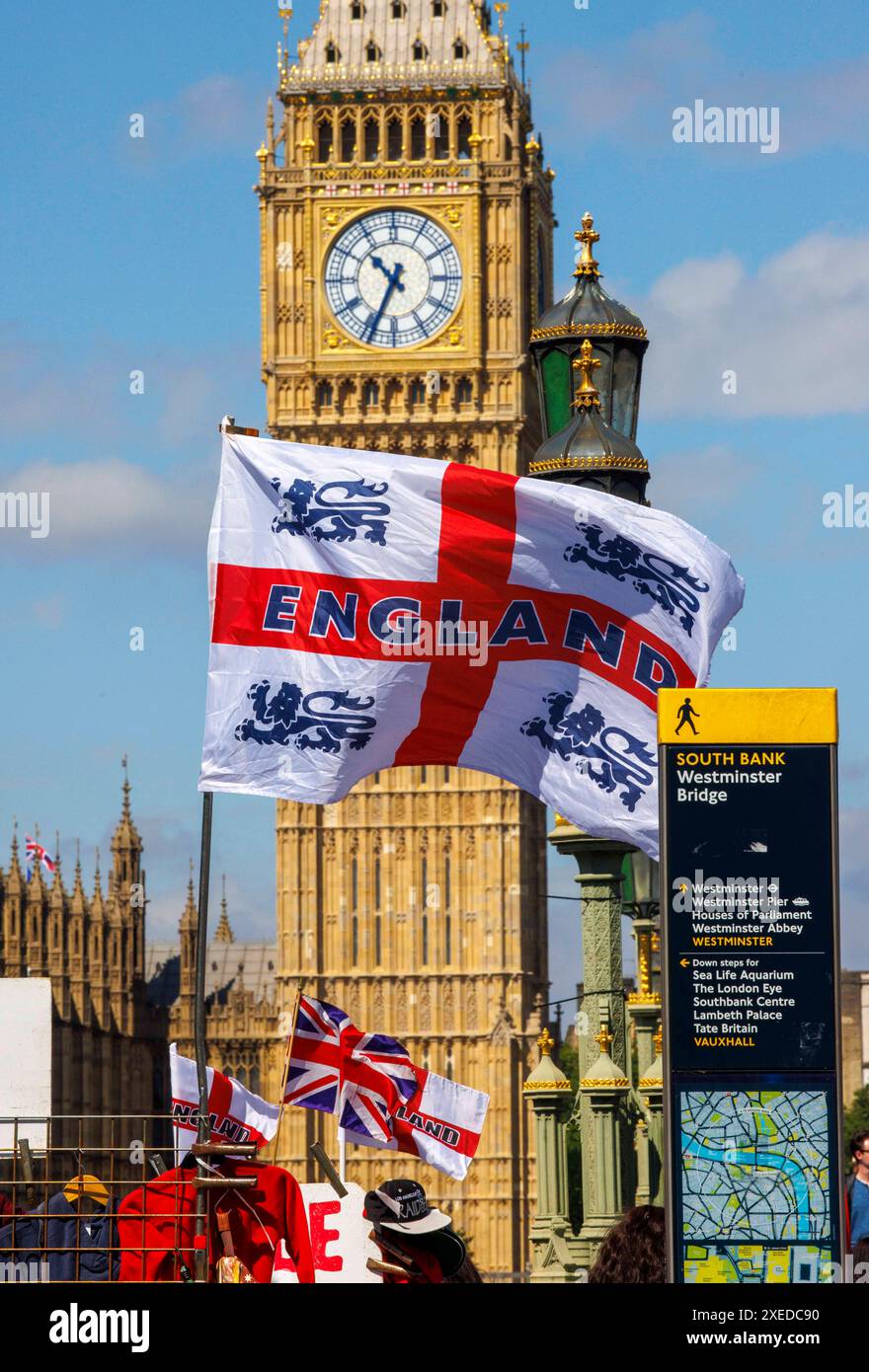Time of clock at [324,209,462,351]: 10:34
